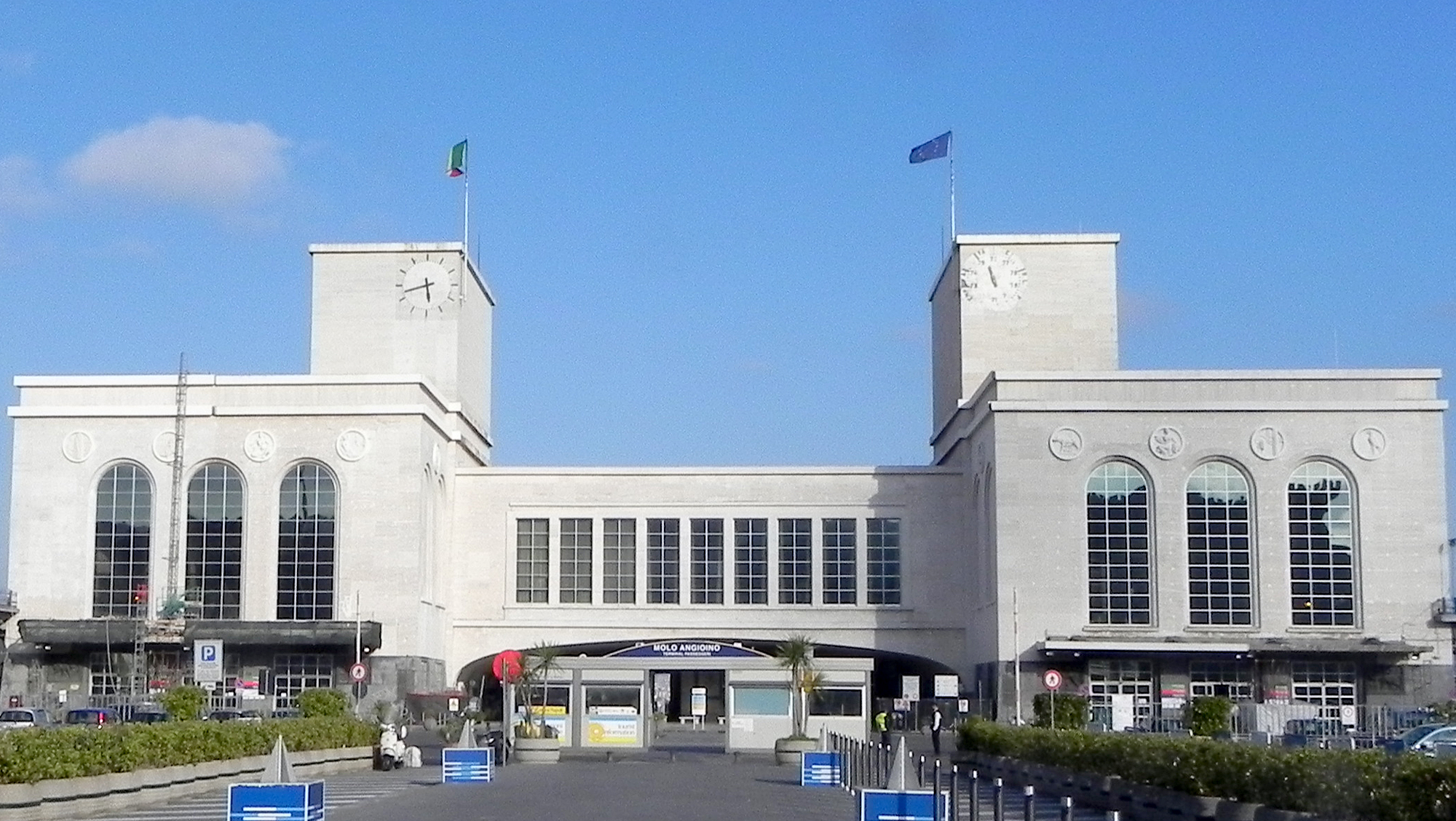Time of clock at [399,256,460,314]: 5:42
